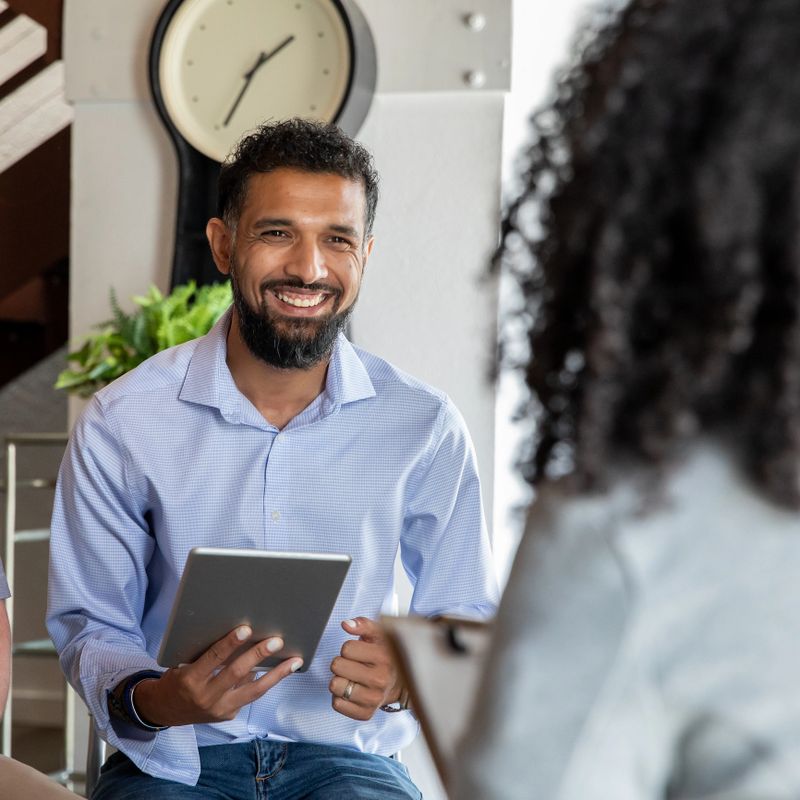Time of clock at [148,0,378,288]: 1:34
